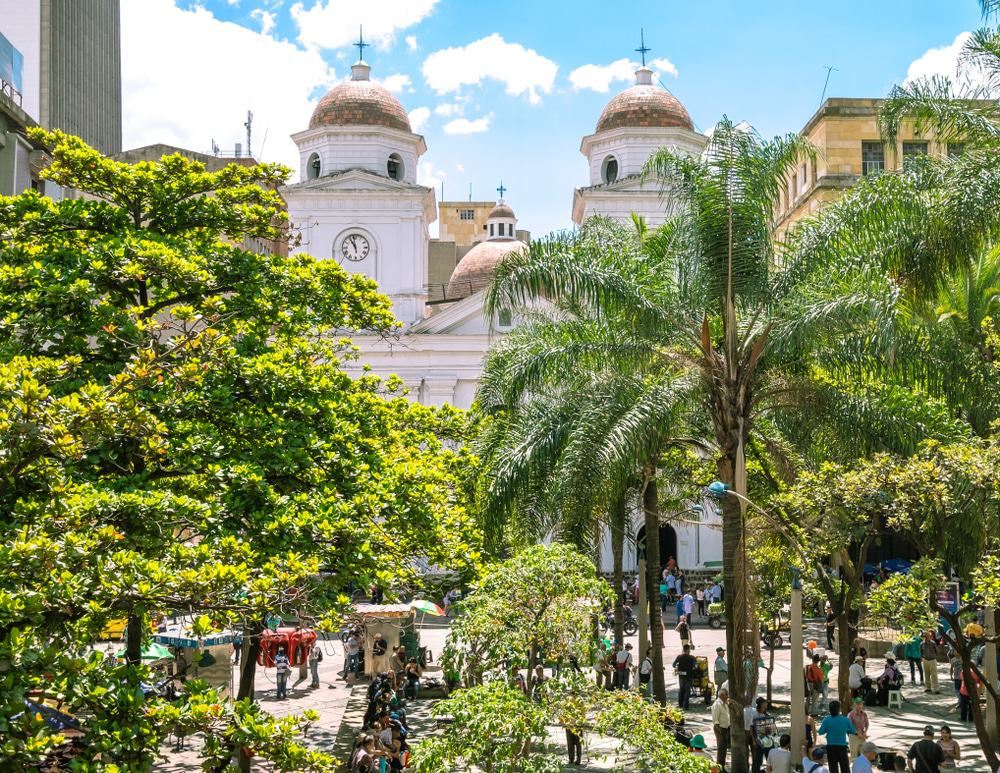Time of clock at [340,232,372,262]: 10:58
